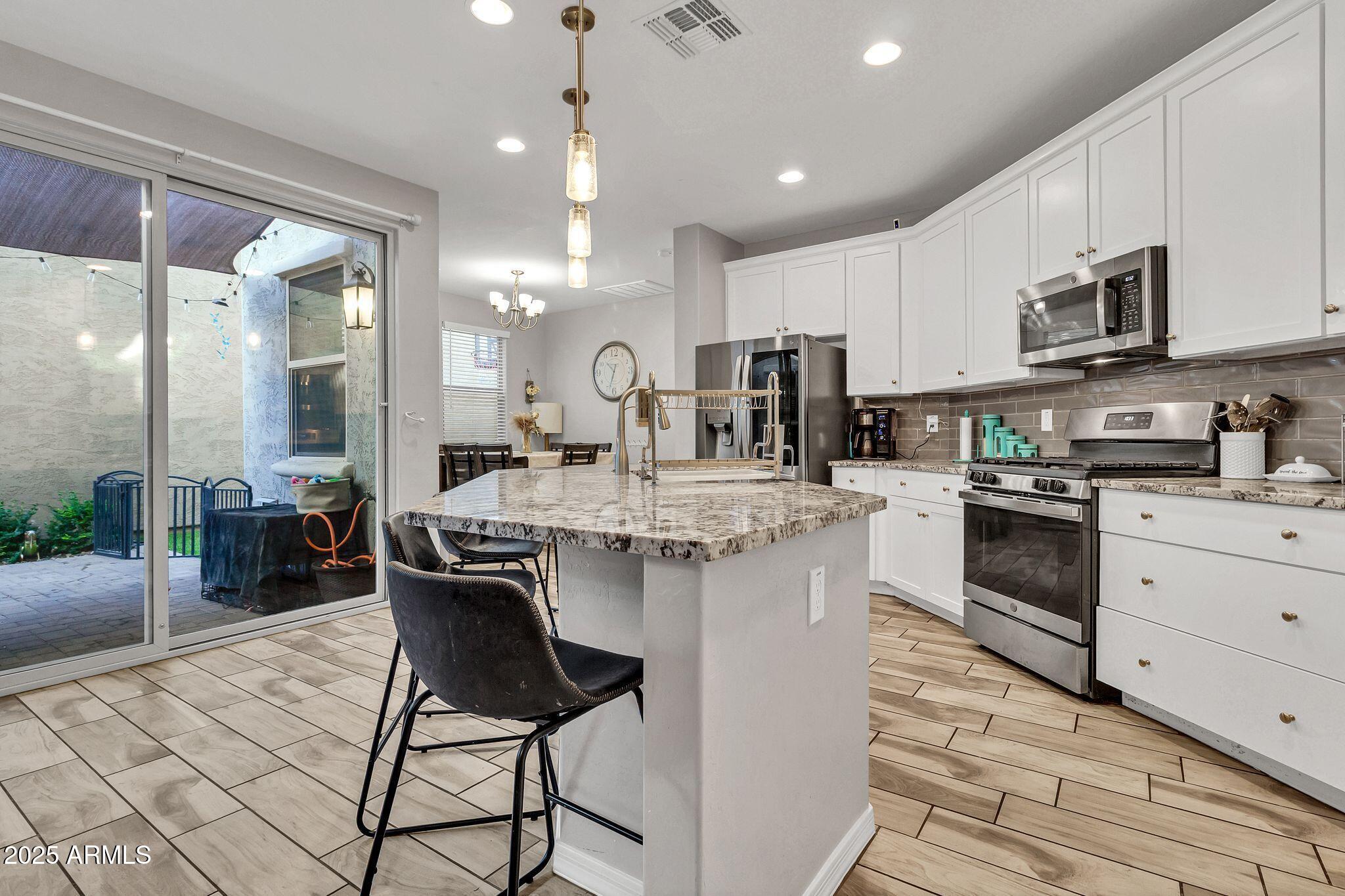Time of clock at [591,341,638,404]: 10:33
